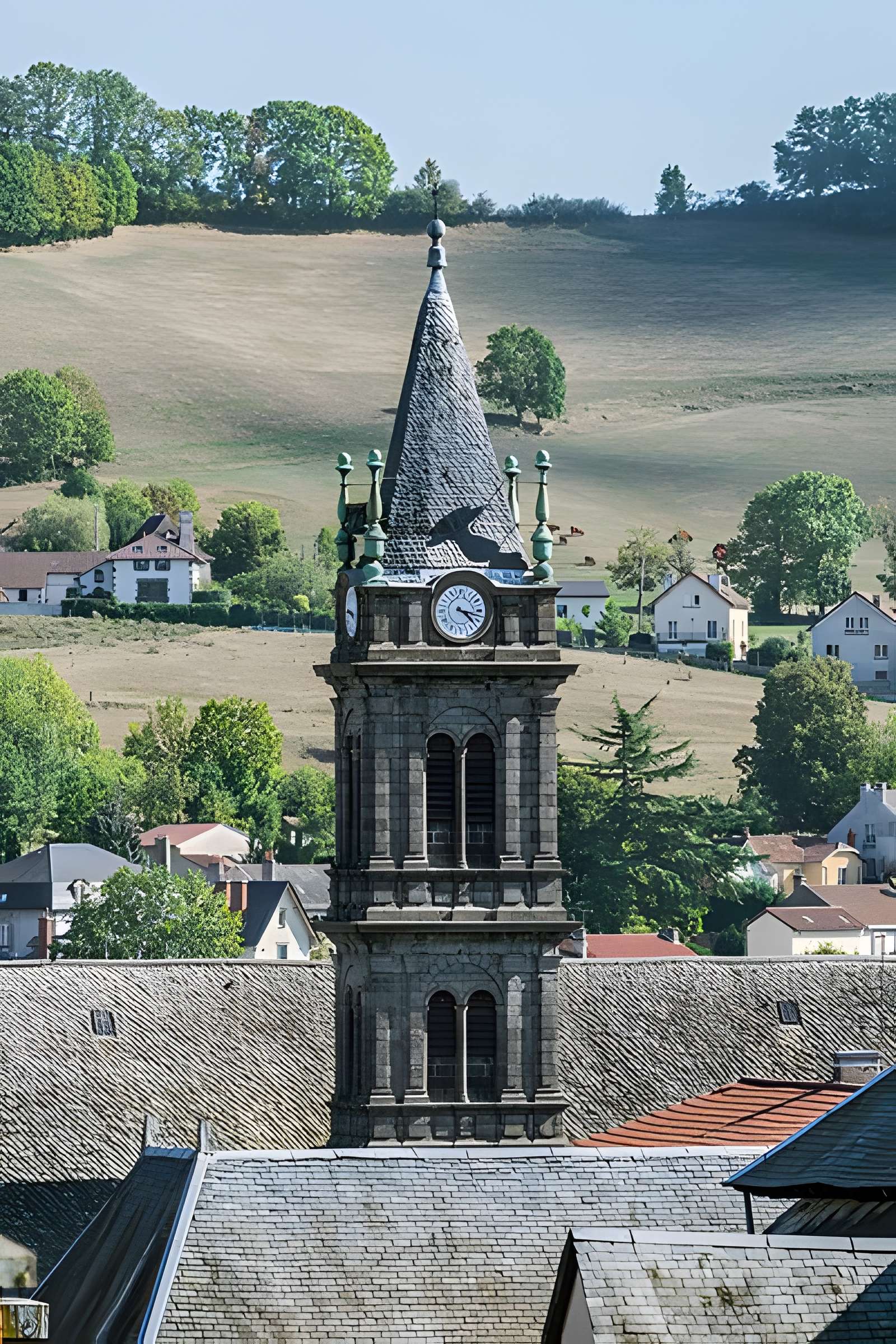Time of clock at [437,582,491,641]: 4:17
